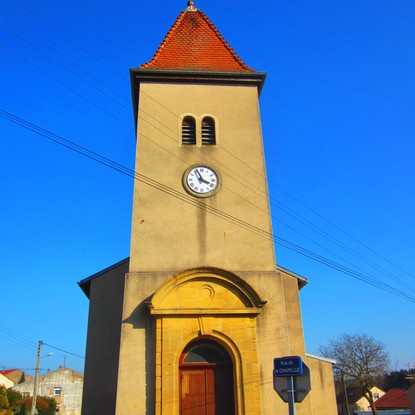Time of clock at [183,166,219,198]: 3:56
